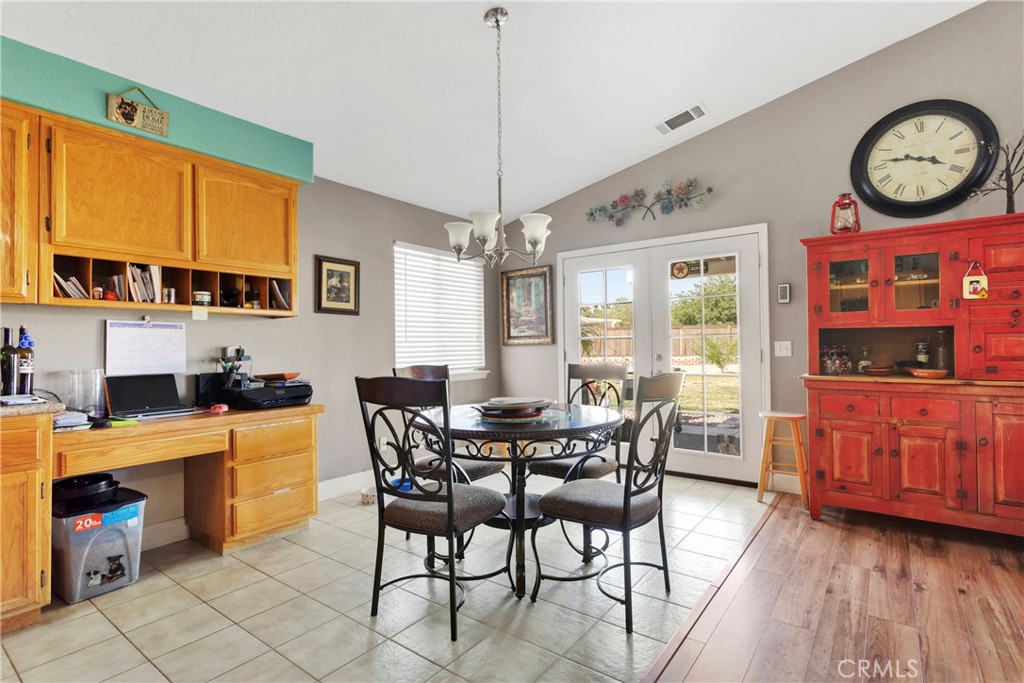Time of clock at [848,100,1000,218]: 3:46
